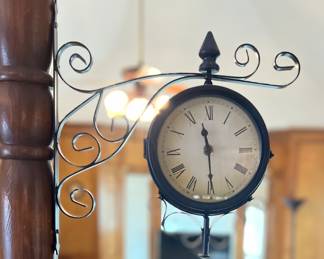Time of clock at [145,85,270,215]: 11:29
